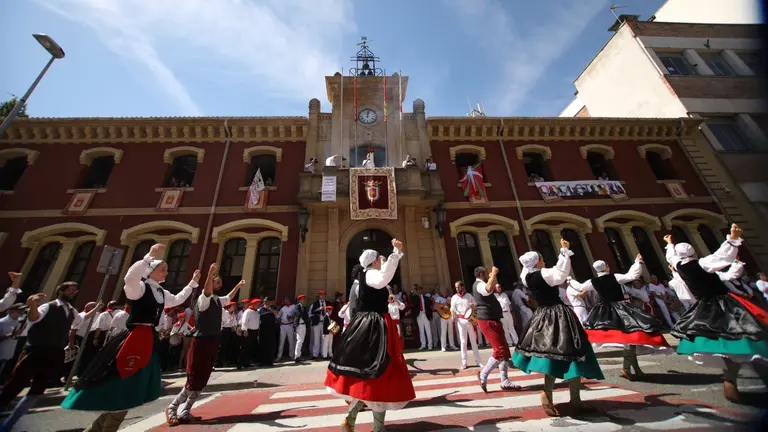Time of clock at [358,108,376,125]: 12:02
